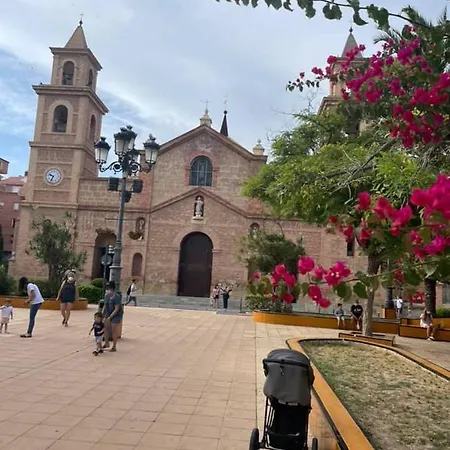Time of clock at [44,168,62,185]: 9:33
